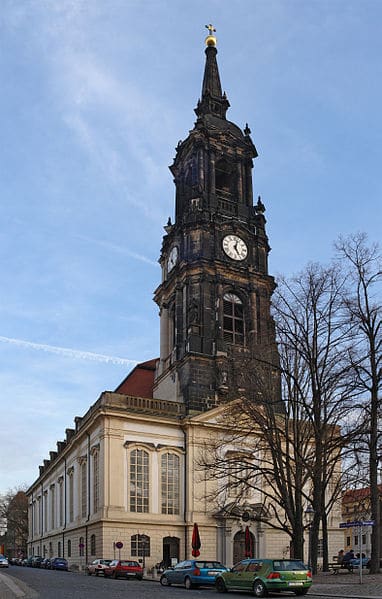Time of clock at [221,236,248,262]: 5:03
